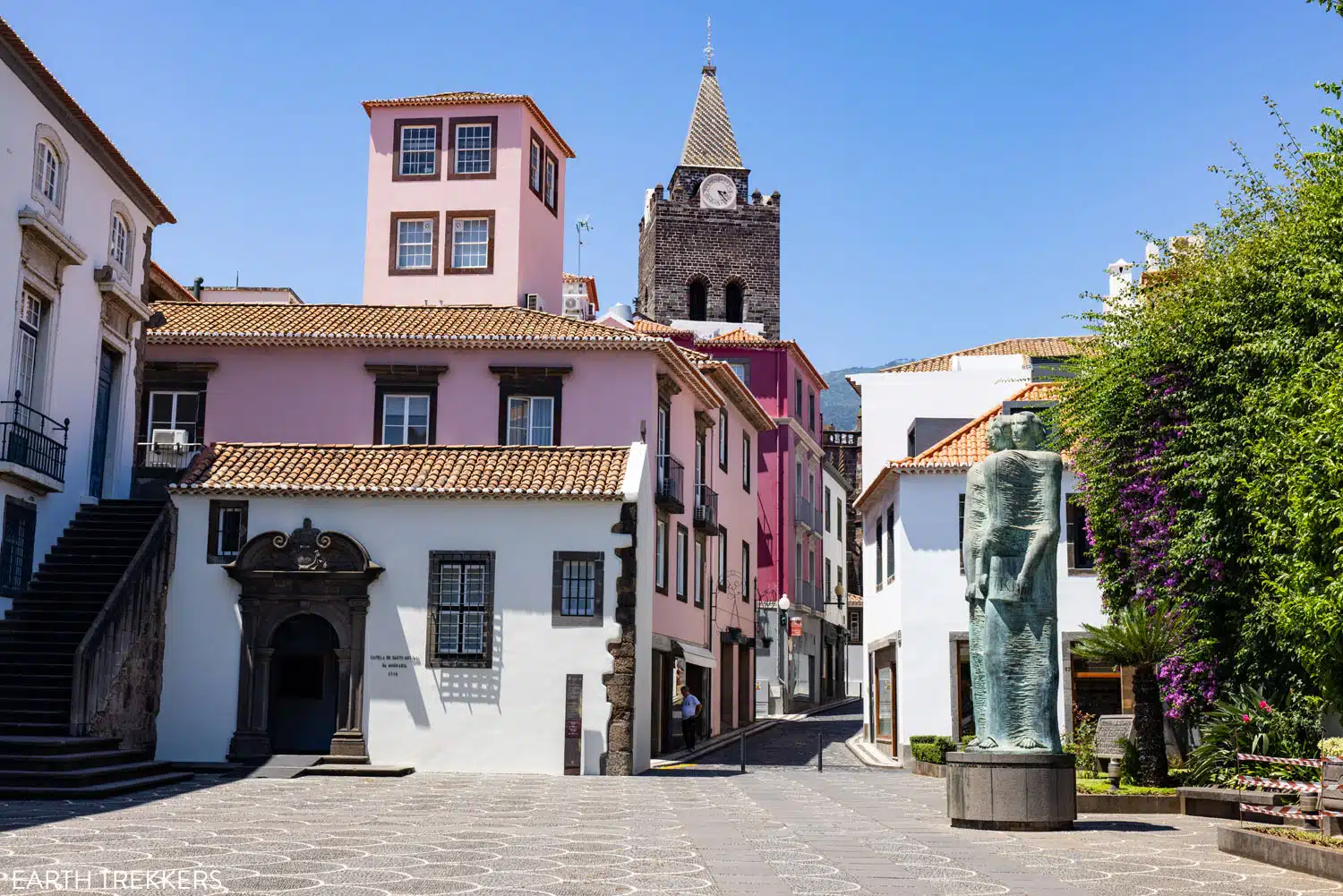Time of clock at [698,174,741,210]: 3:23
